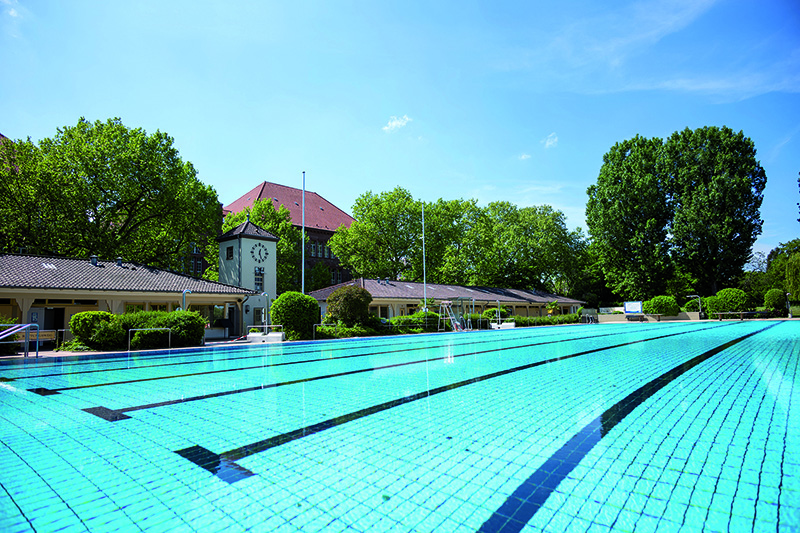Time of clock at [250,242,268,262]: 12:26
